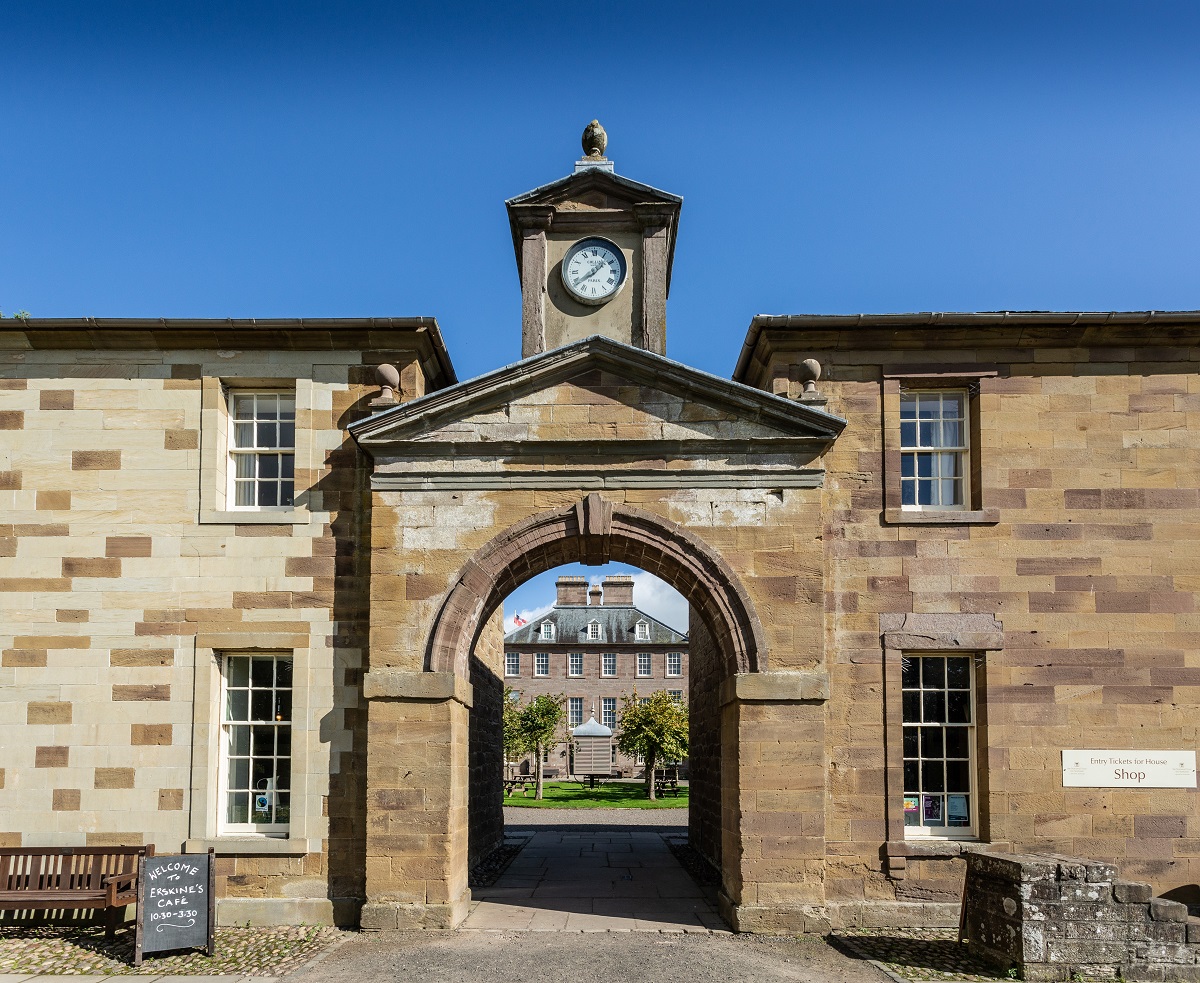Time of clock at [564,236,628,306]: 8:07
